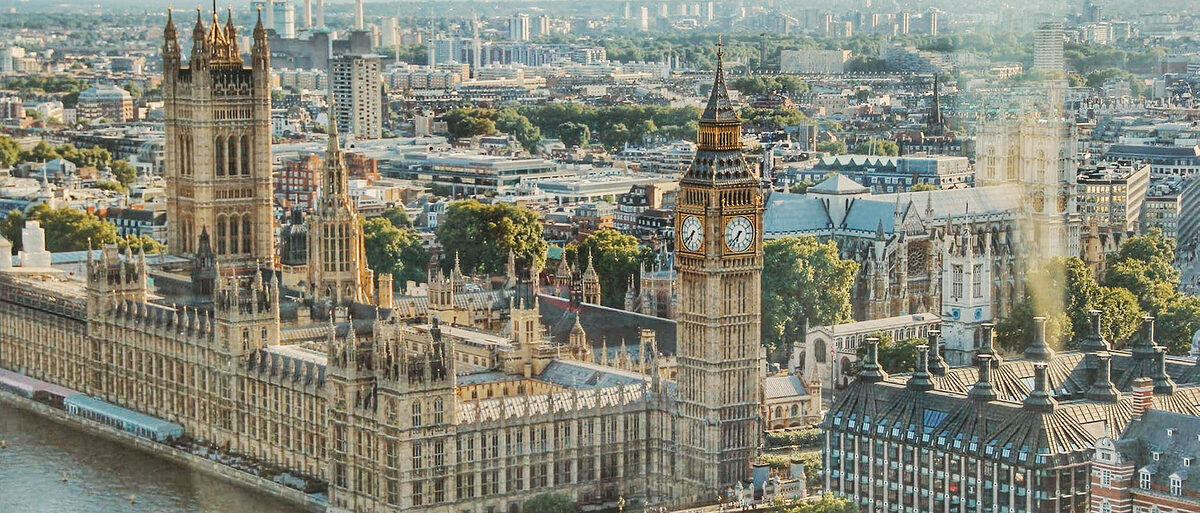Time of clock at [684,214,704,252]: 6:38
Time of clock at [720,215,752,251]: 6:37
